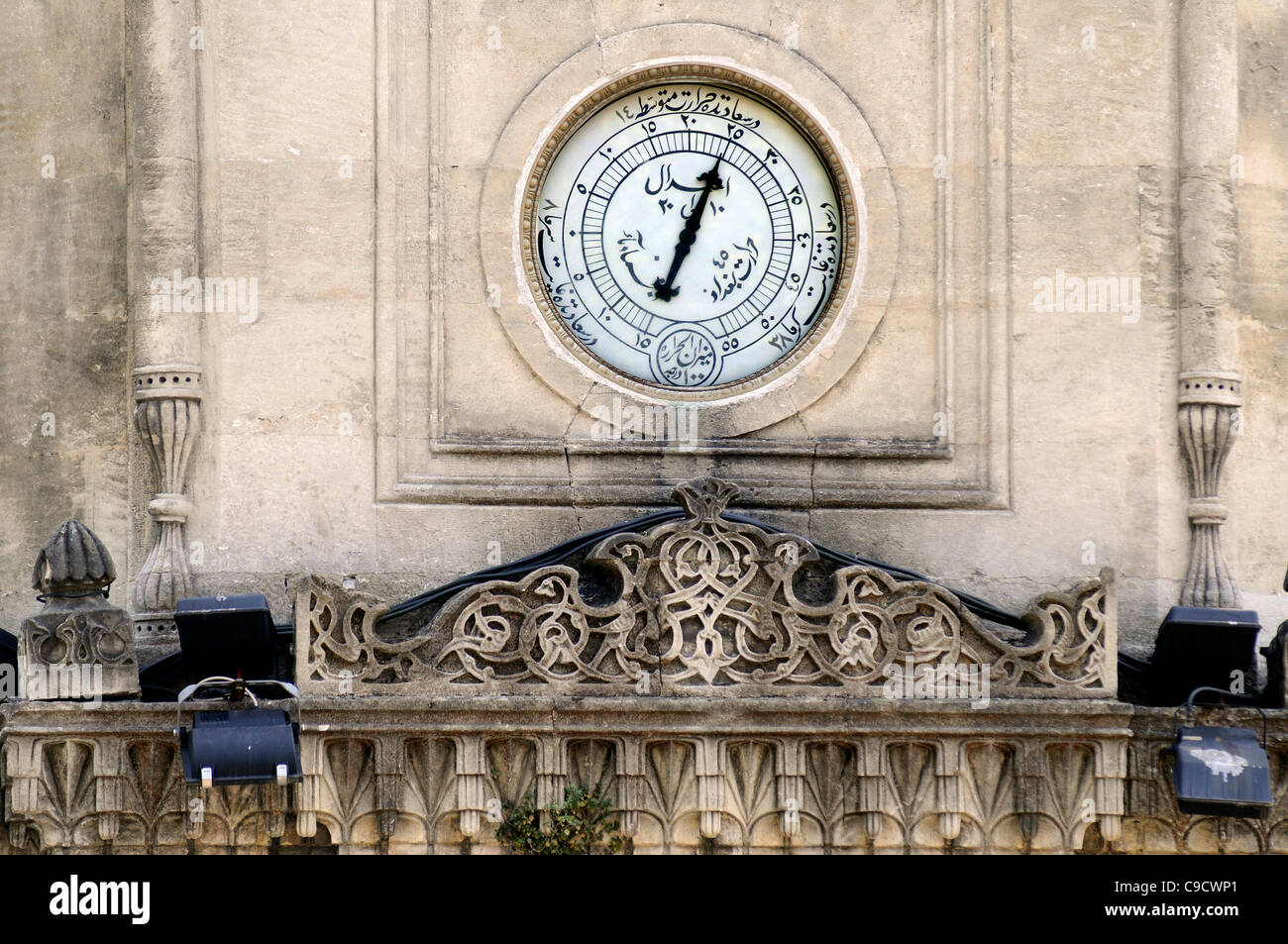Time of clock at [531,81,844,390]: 6:01
